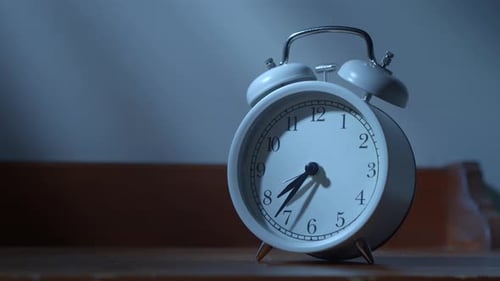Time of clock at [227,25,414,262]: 7:36
